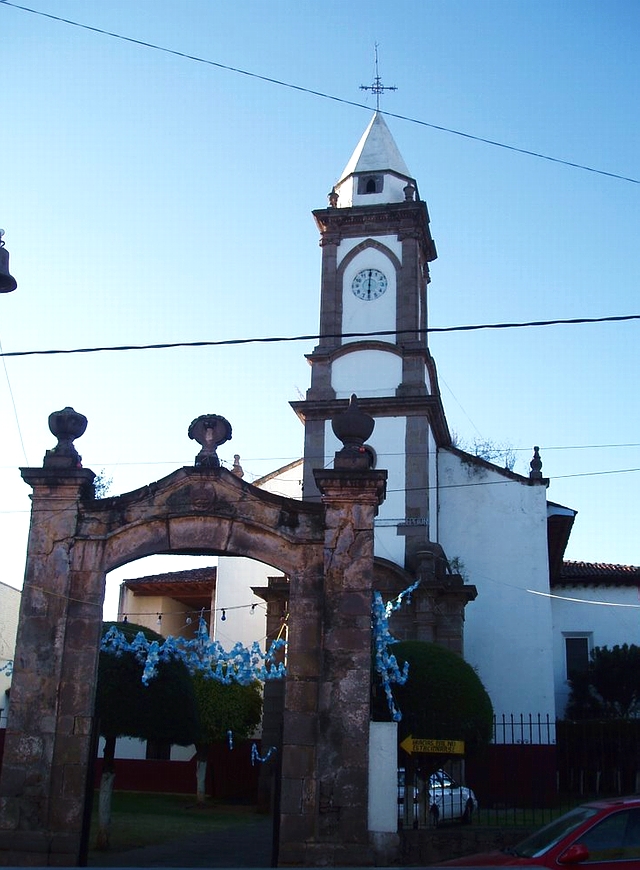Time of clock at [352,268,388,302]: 6:00
